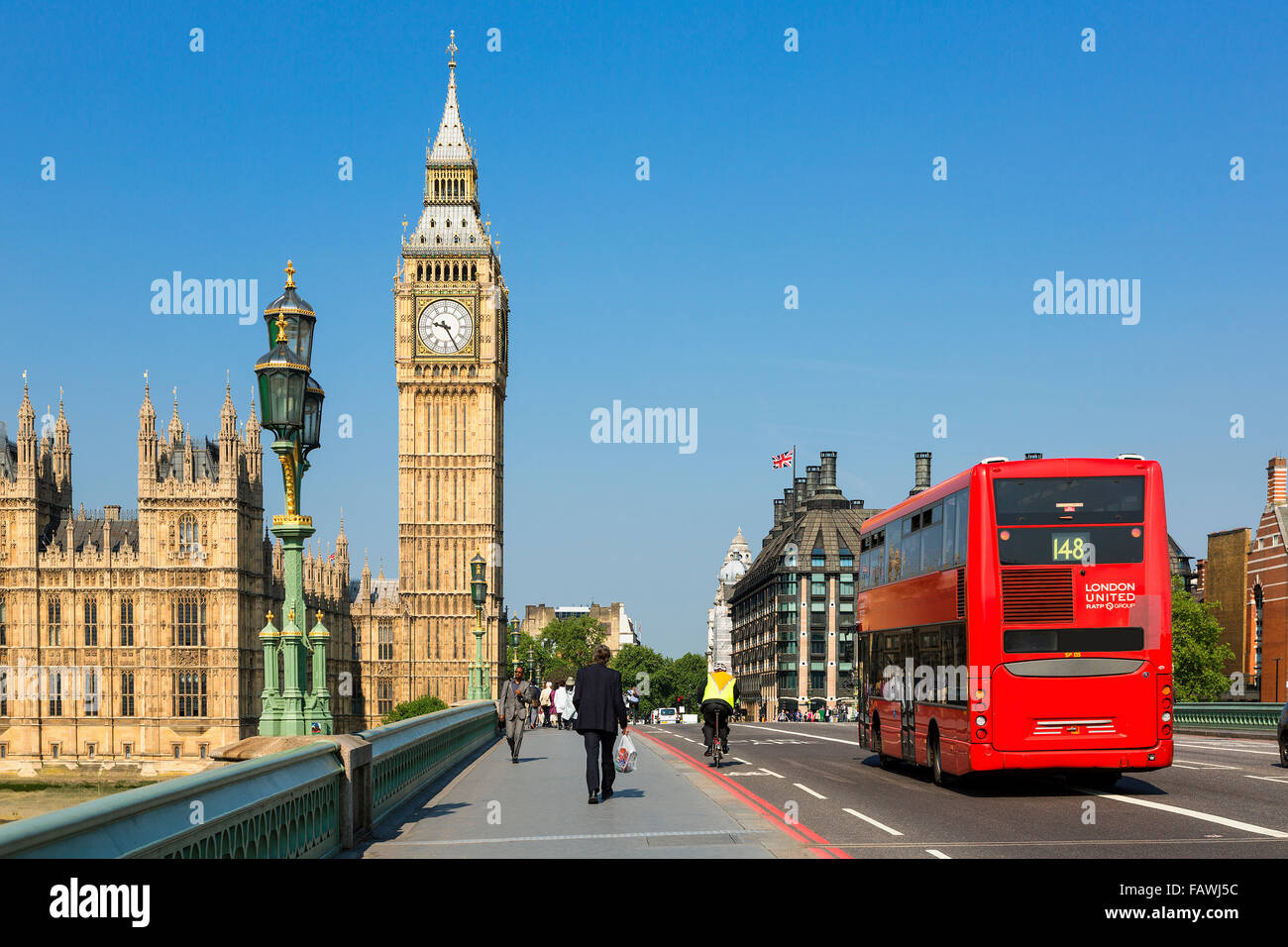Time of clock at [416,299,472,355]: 9:25
